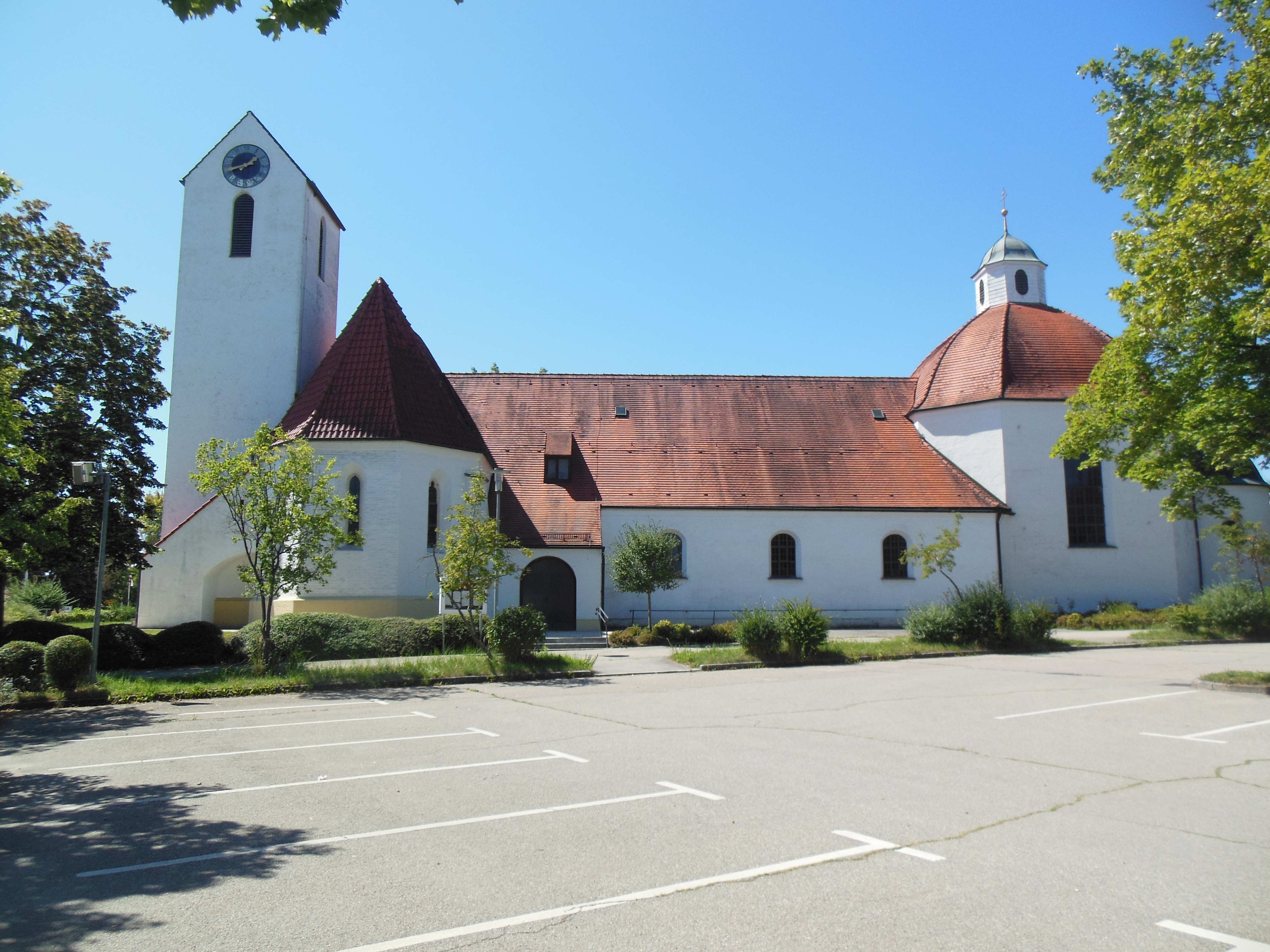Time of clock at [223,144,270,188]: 1:43
